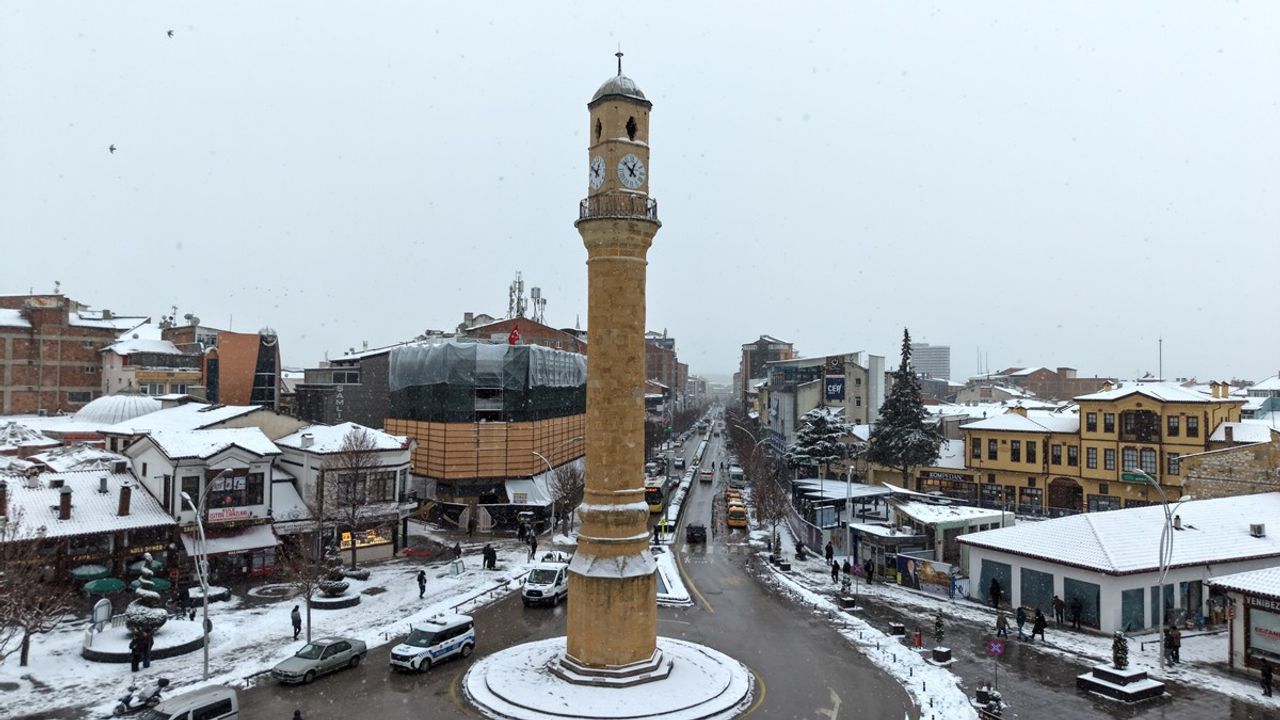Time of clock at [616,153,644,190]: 12:52
